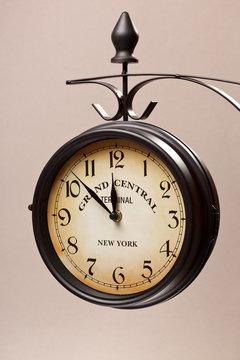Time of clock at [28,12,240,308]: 11:52
